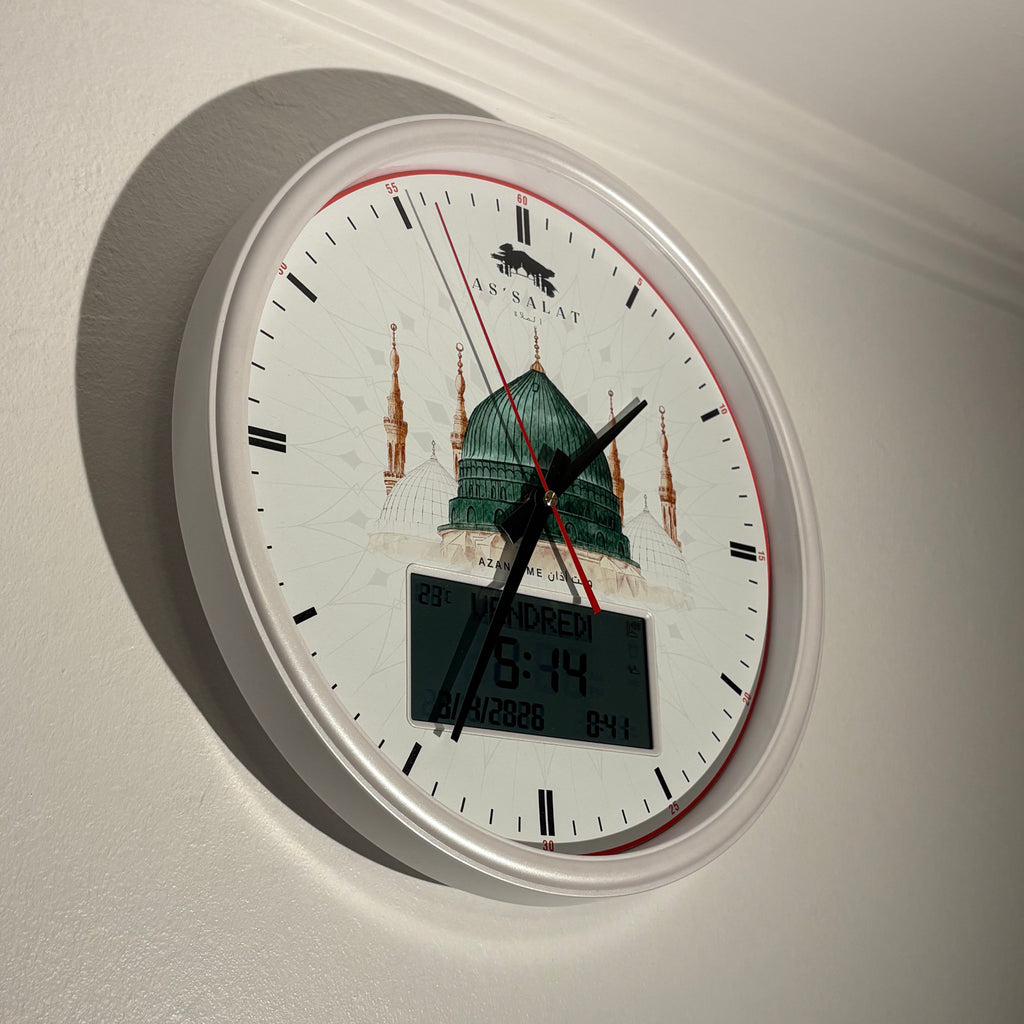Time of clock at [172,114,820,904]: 1:34
